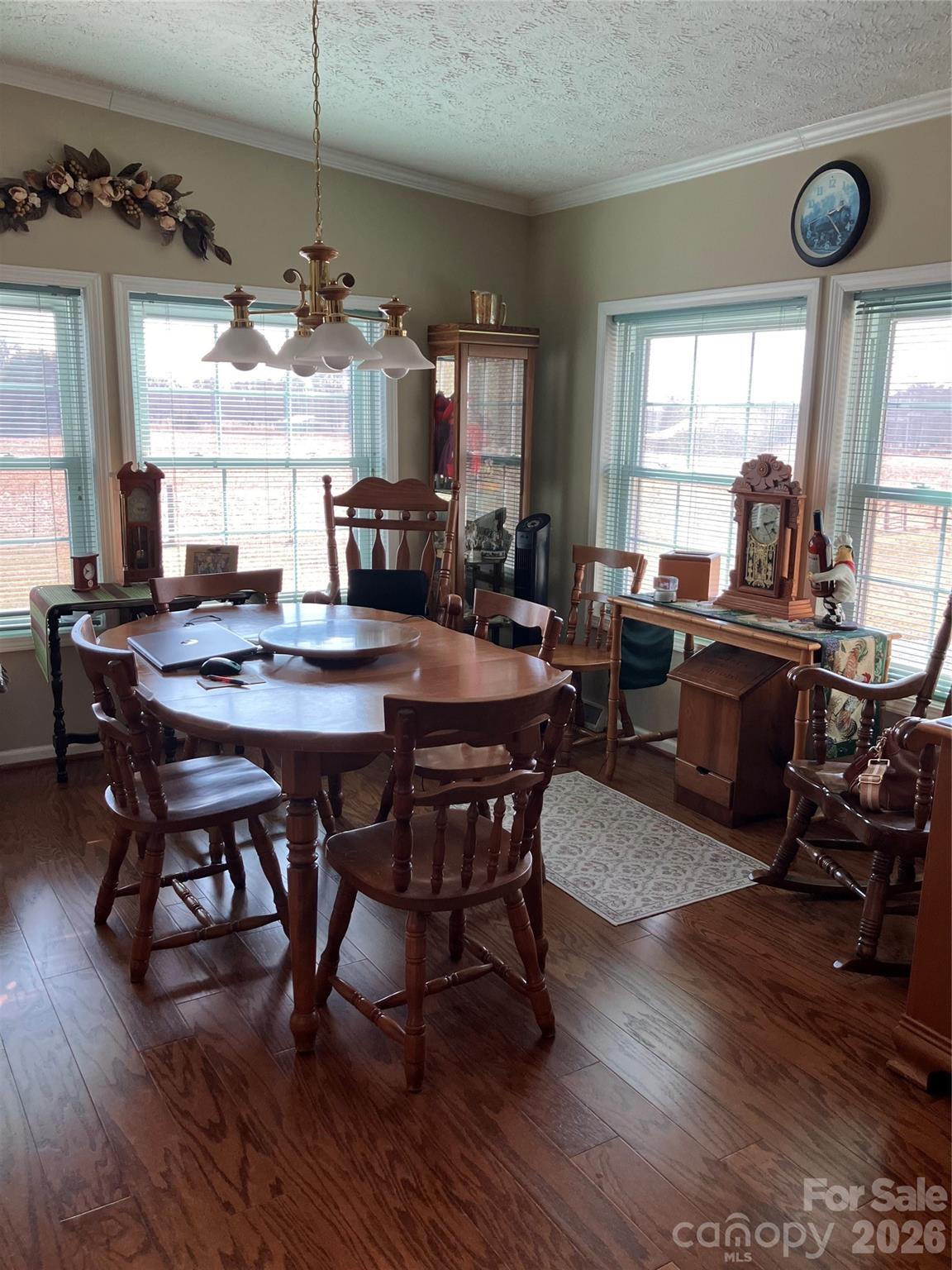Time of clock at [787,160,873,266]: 2:23
